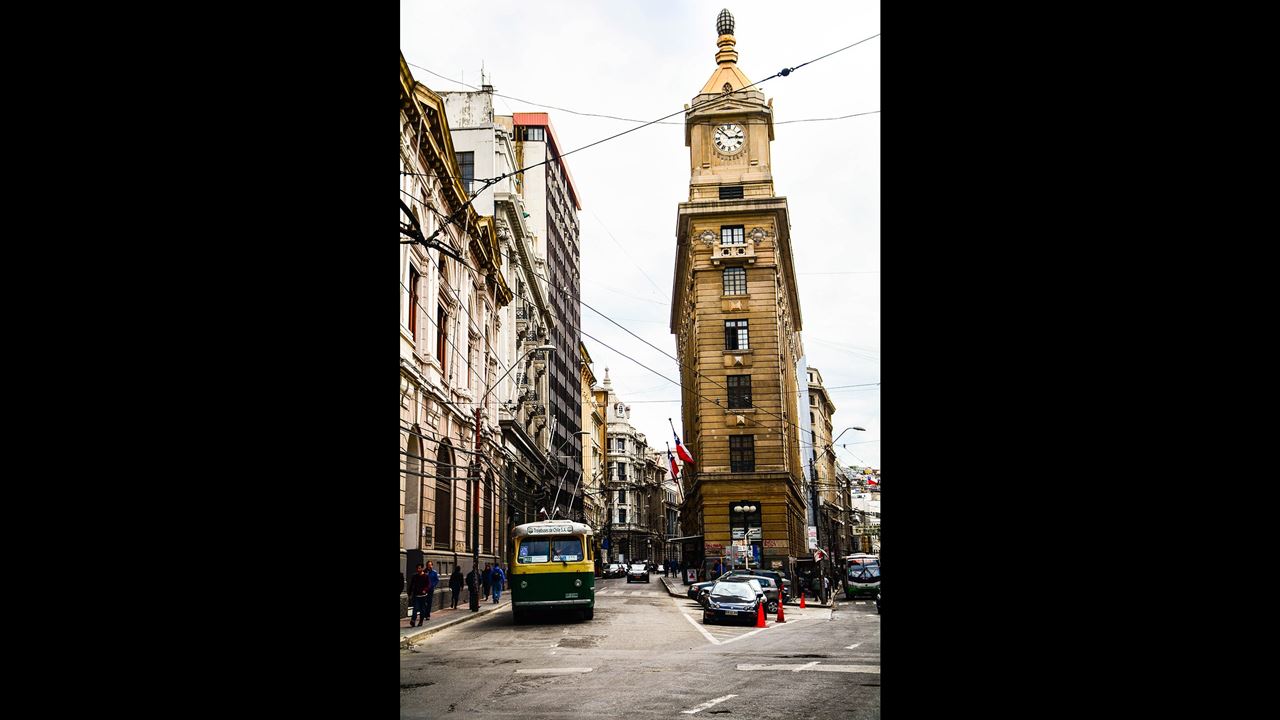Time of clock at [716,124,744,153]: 2:52
